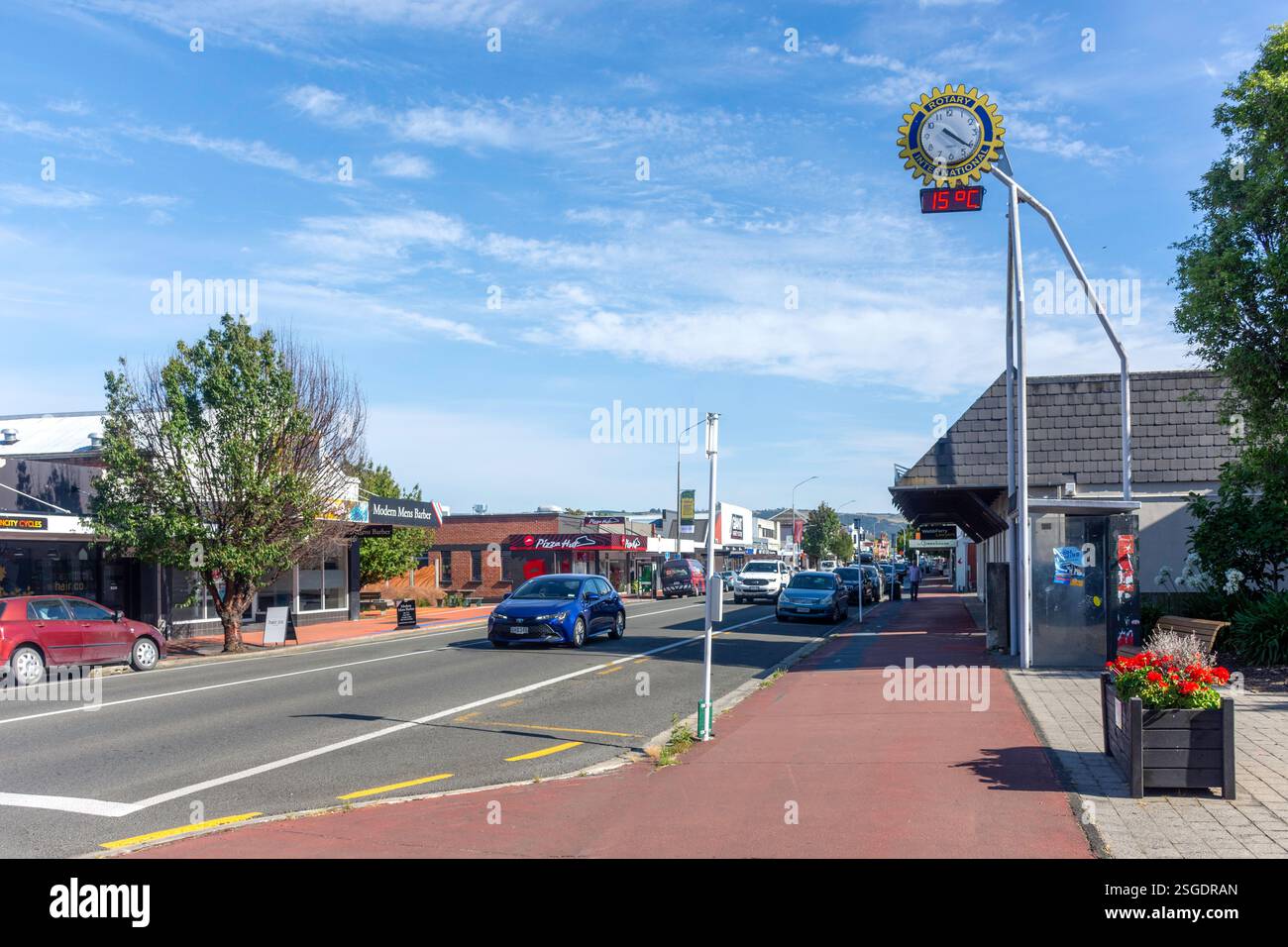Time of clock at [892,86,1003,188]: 4:20
